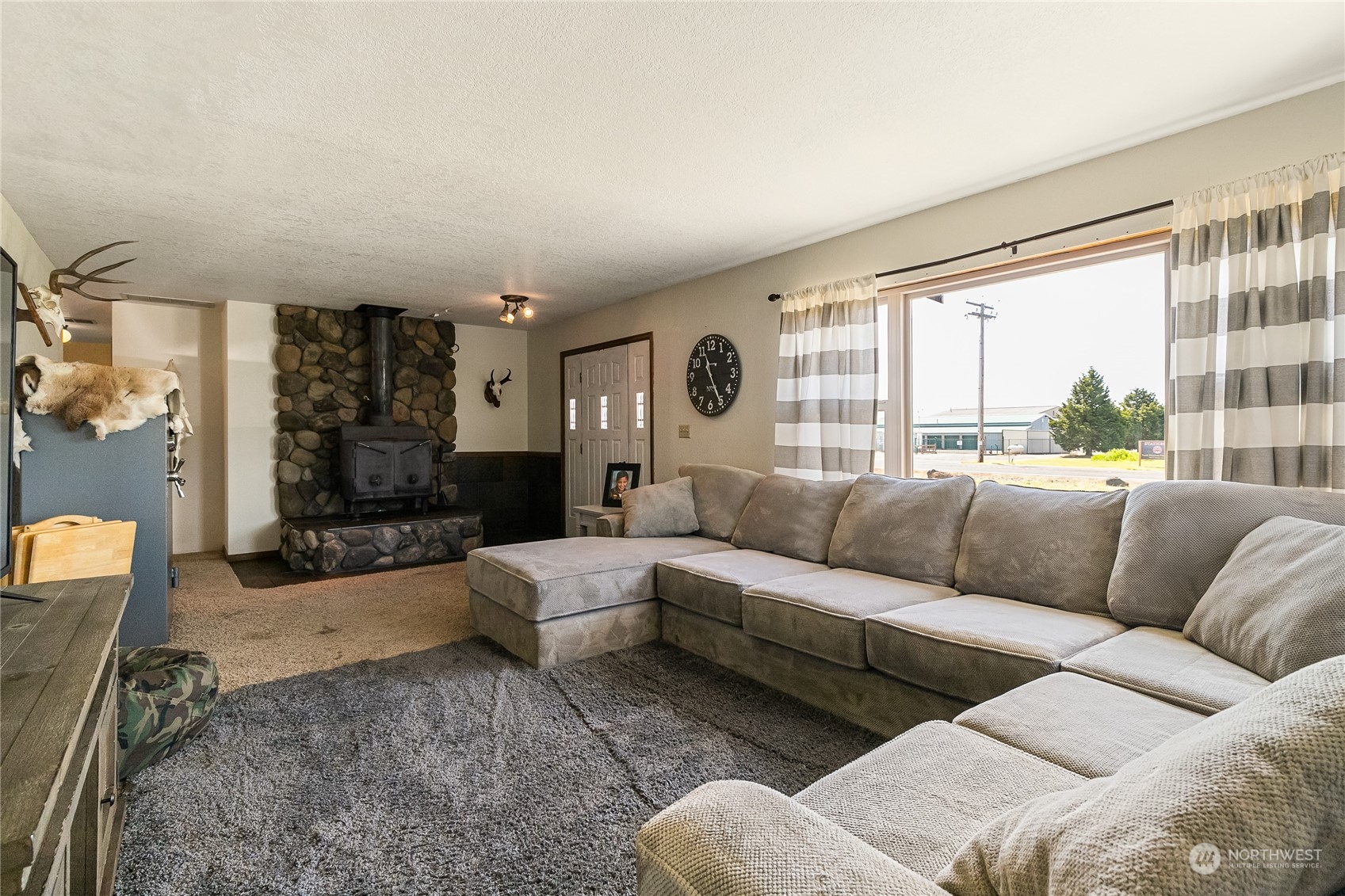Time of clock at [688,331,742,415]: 11:25
